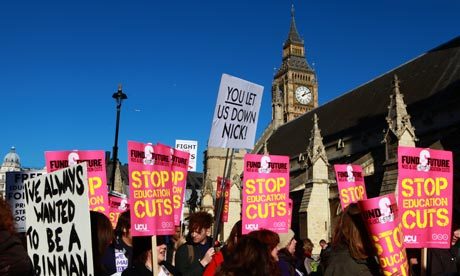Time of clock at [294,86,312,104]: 1:10
